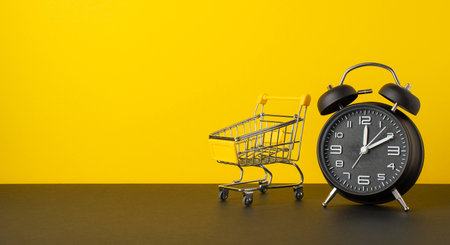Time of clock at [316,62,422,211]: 12:10
